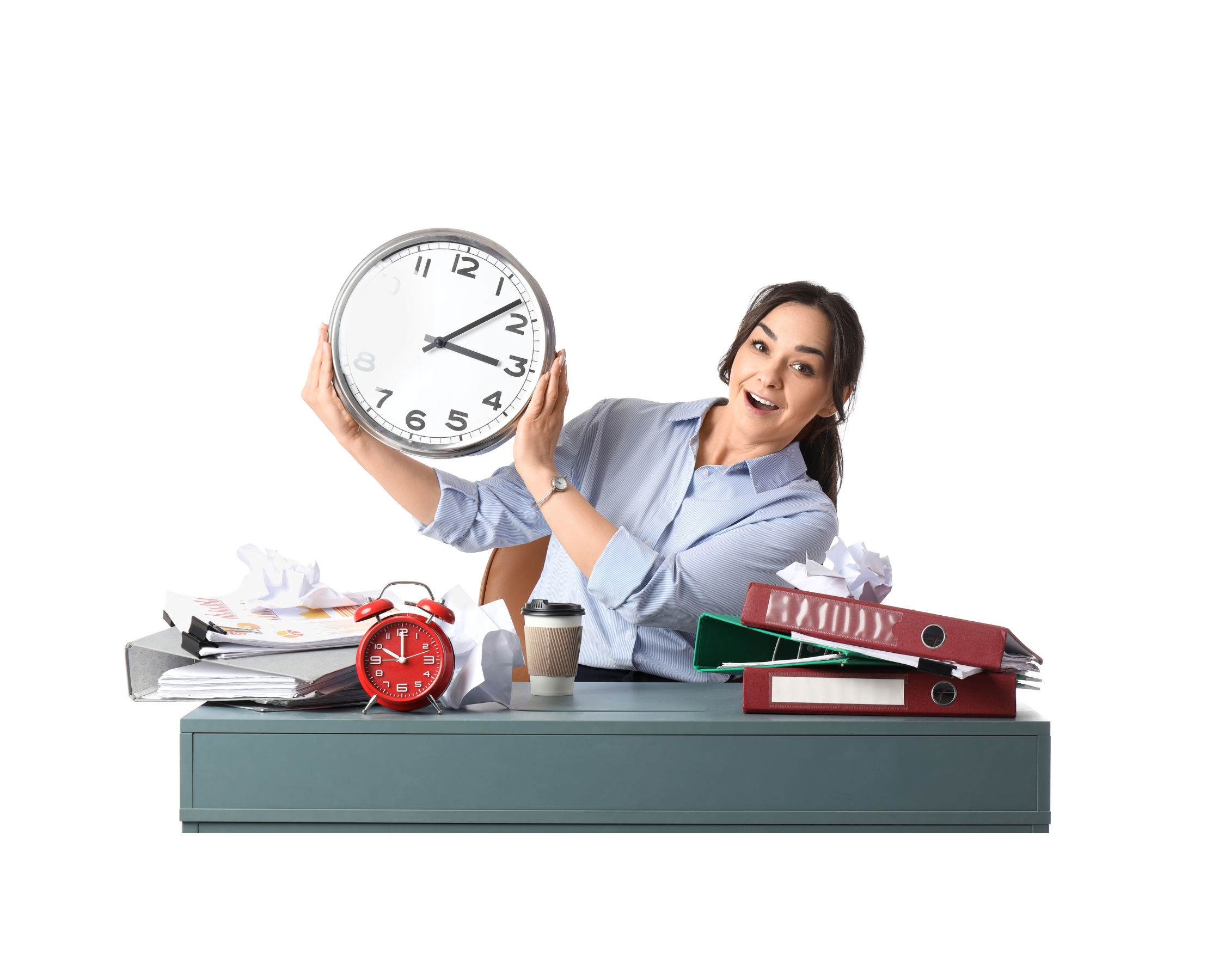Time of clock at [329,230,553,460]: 3:07
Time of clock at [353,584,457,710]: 10:00
